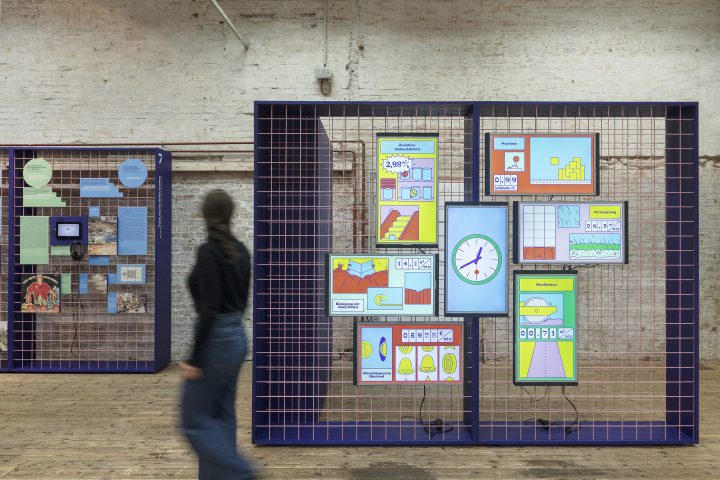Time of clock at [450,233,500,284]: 12:40
